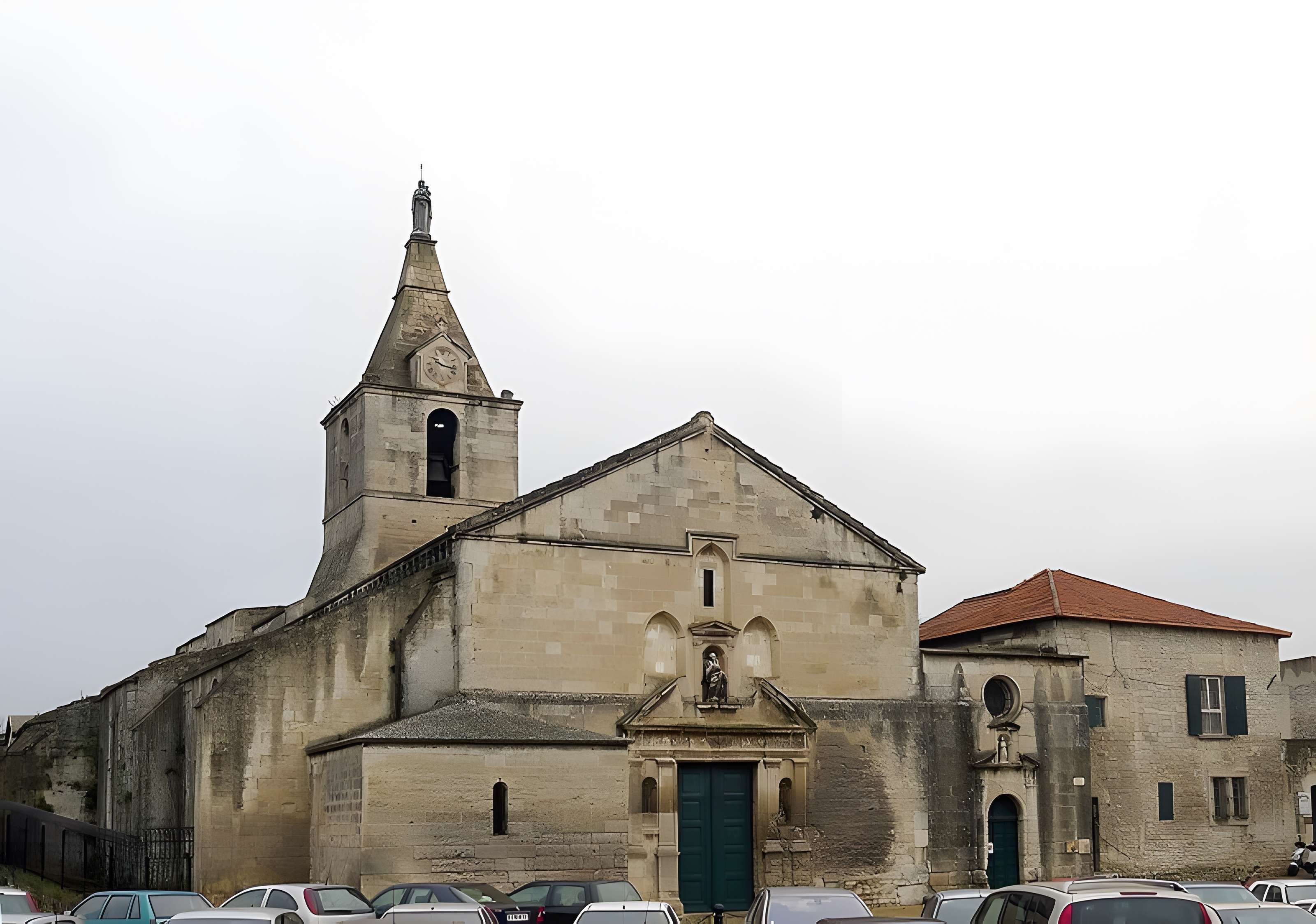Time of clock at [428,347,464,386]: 10:17
